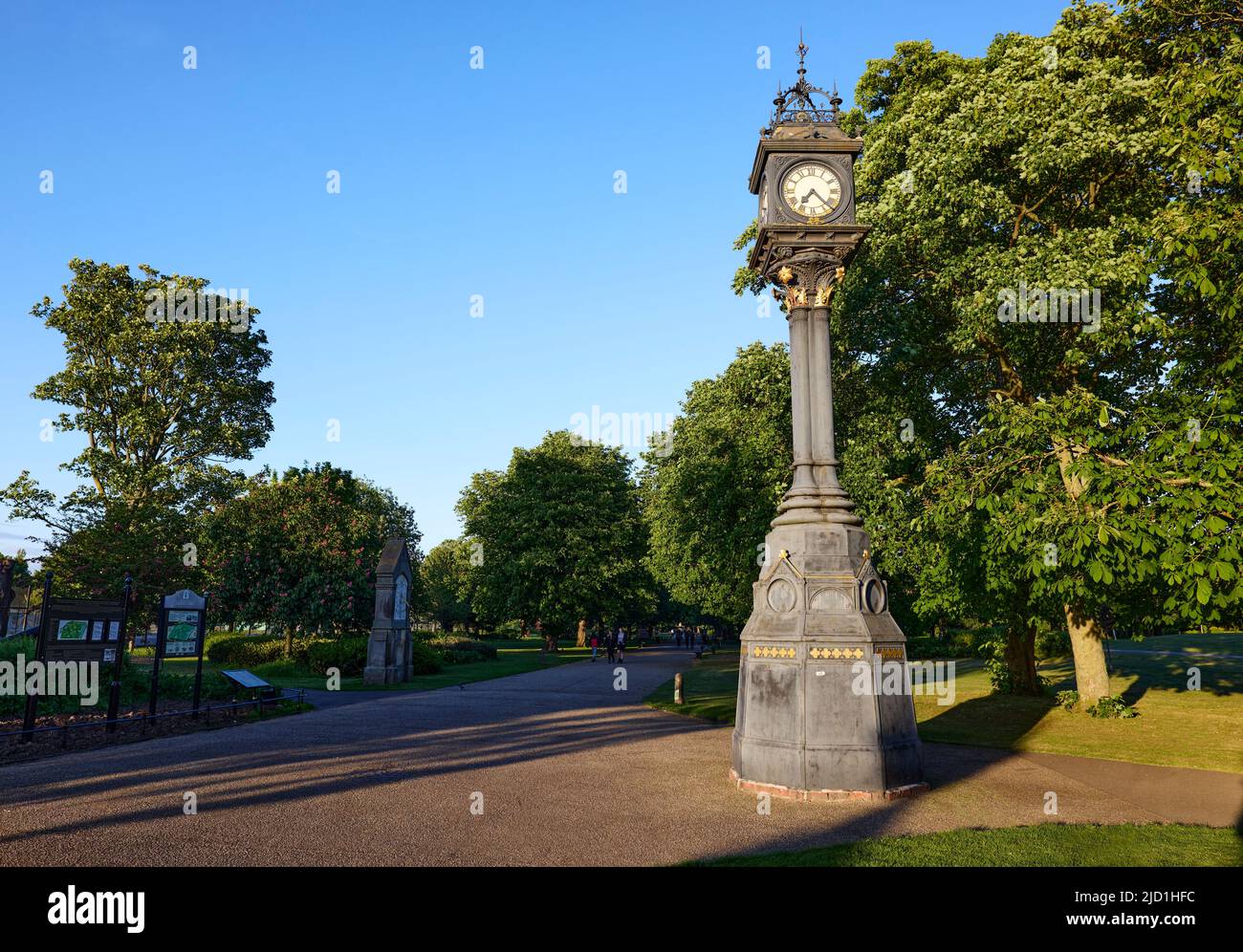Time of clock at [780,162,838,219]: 7:22
